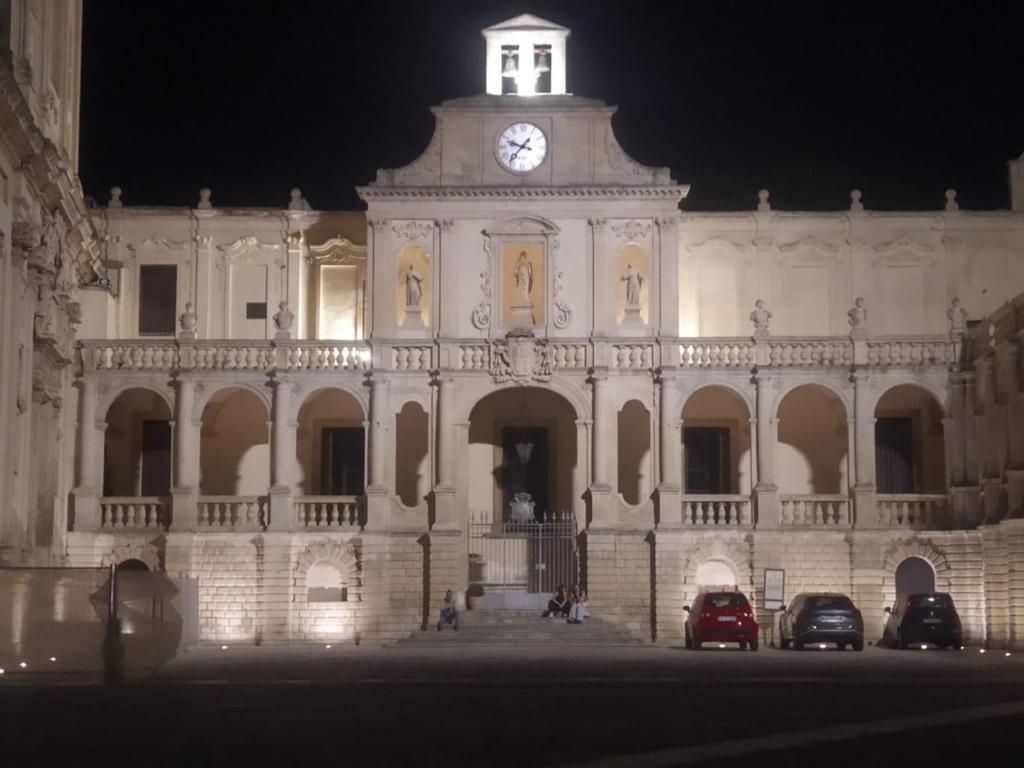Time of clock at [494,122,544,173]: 9:36
